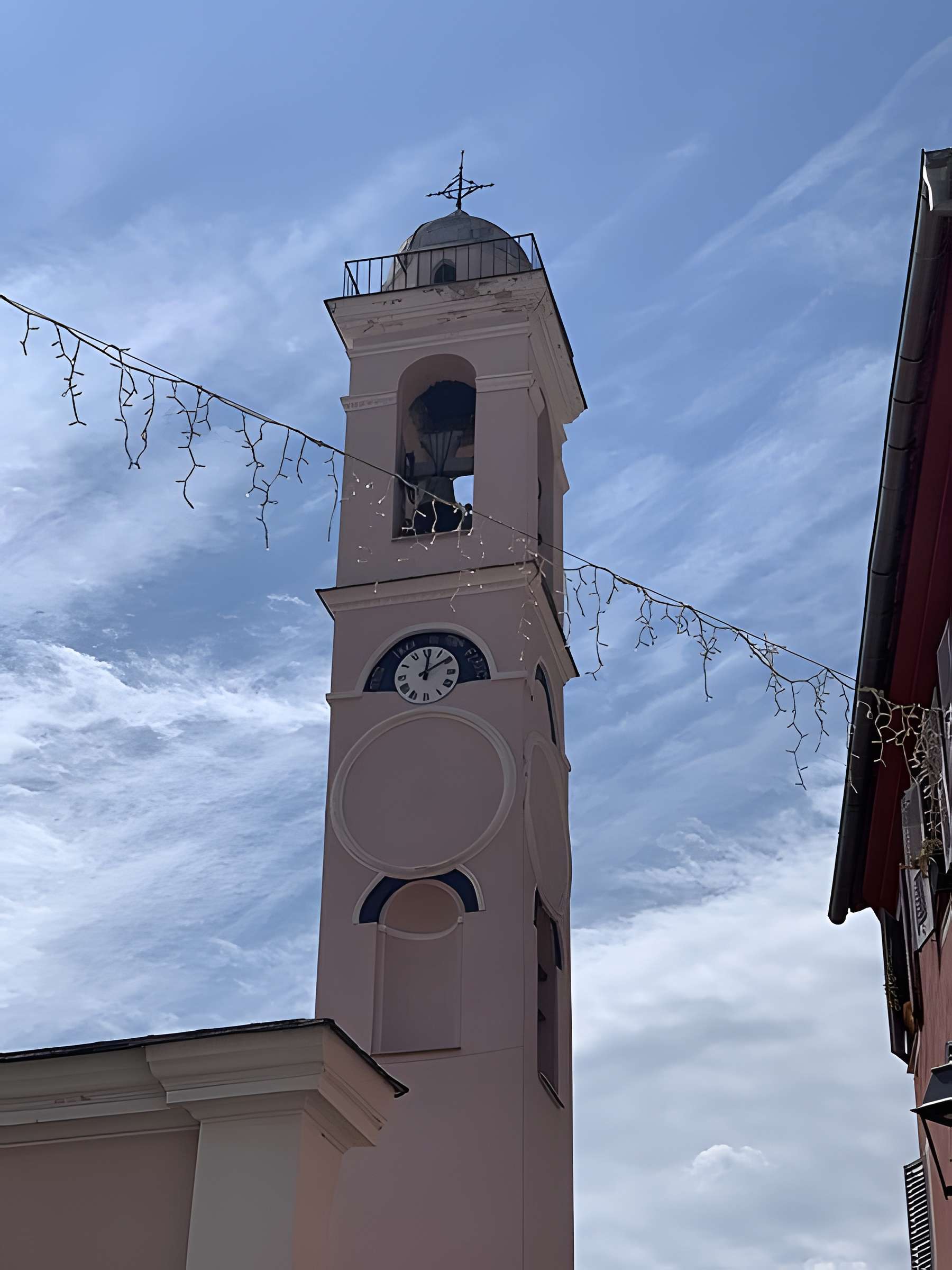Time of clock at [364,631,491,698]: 12:09
